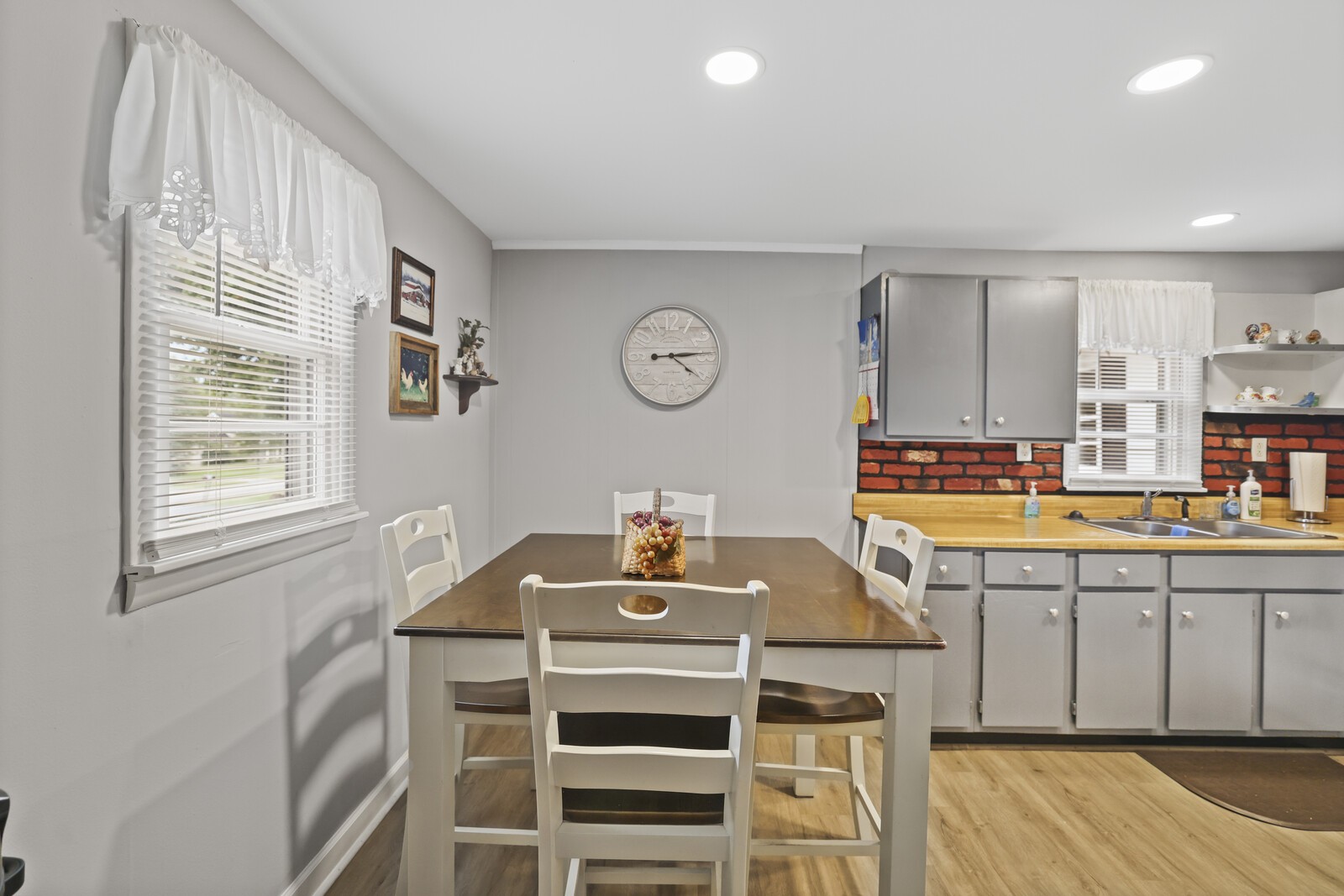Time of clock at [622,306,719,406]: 4:14
